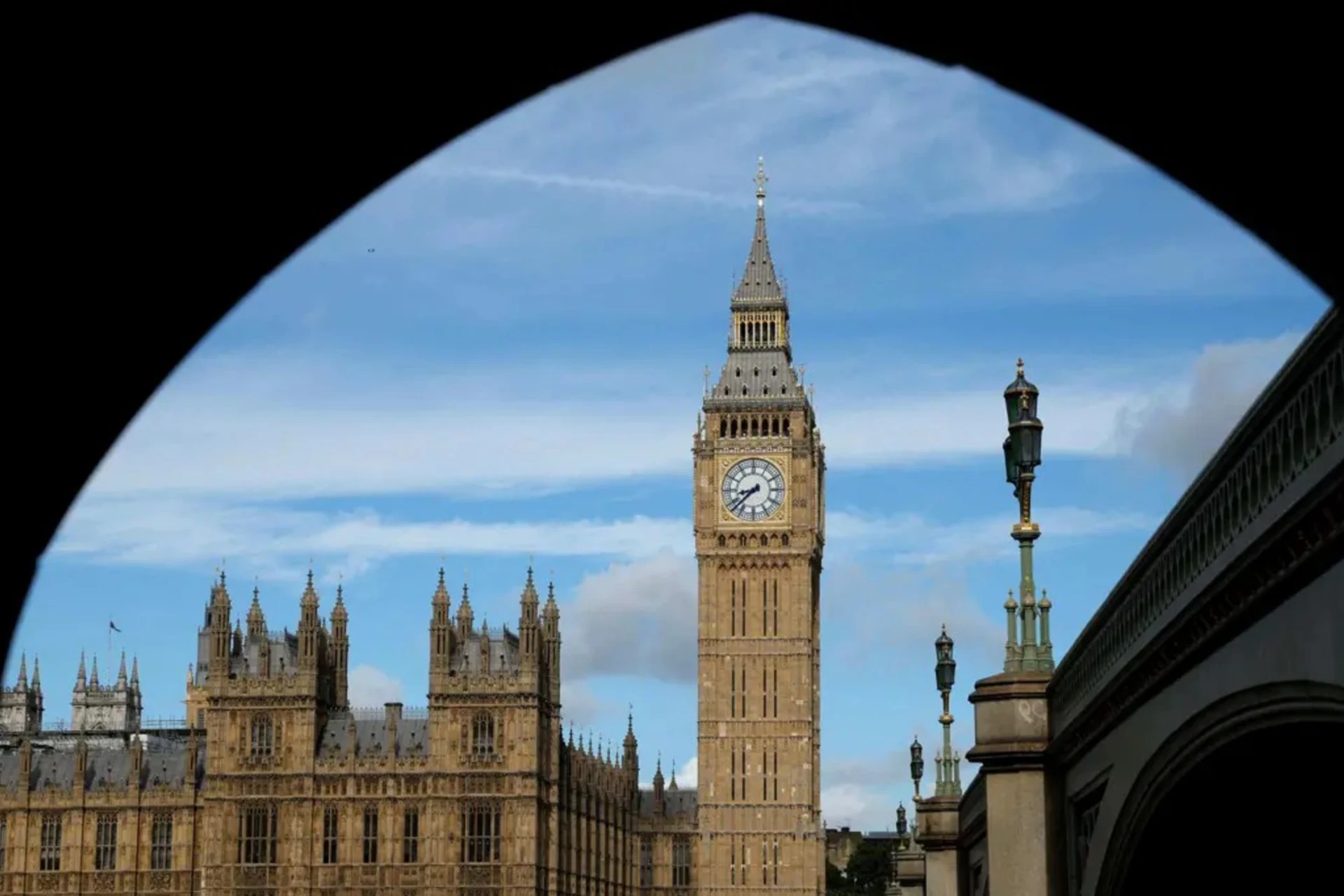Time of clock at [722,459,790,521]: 8:37
